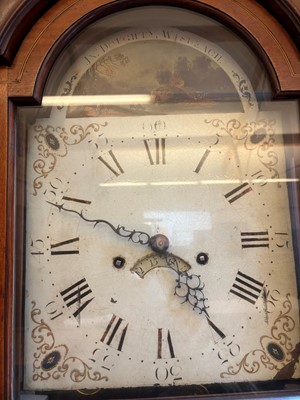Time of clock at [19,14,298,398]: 4:49
